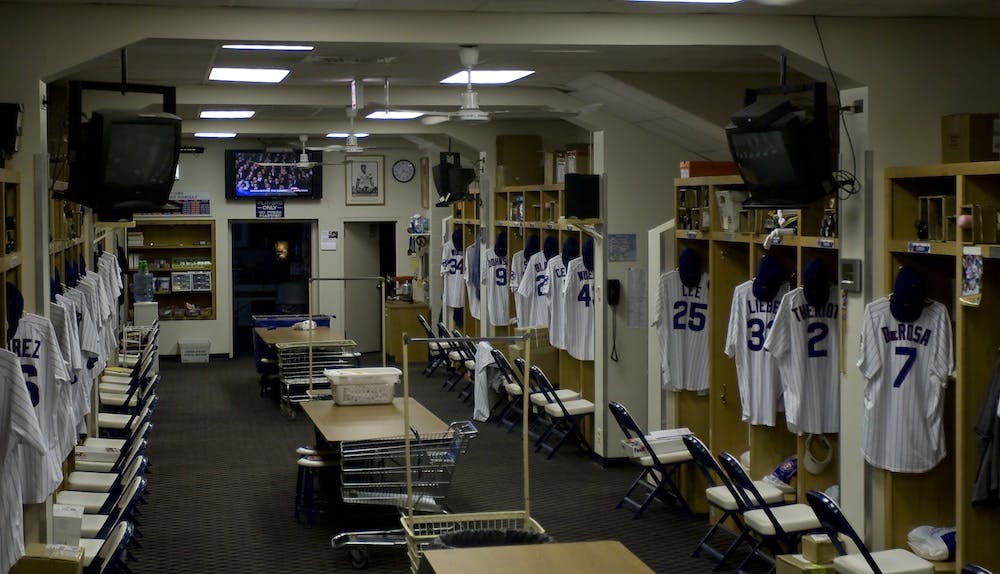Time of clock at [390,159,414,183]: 3:36
